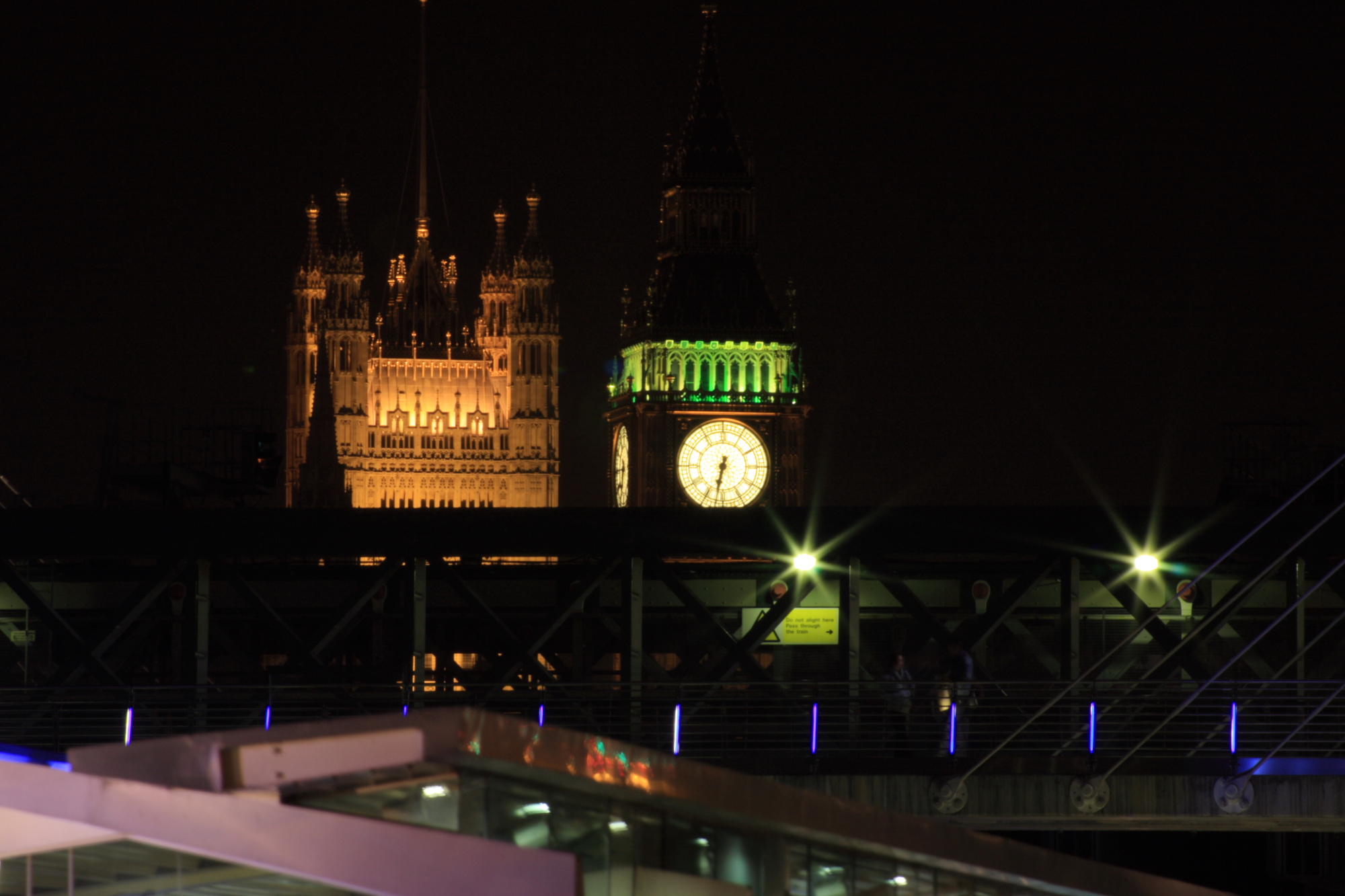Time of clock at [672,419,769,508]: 6:32
